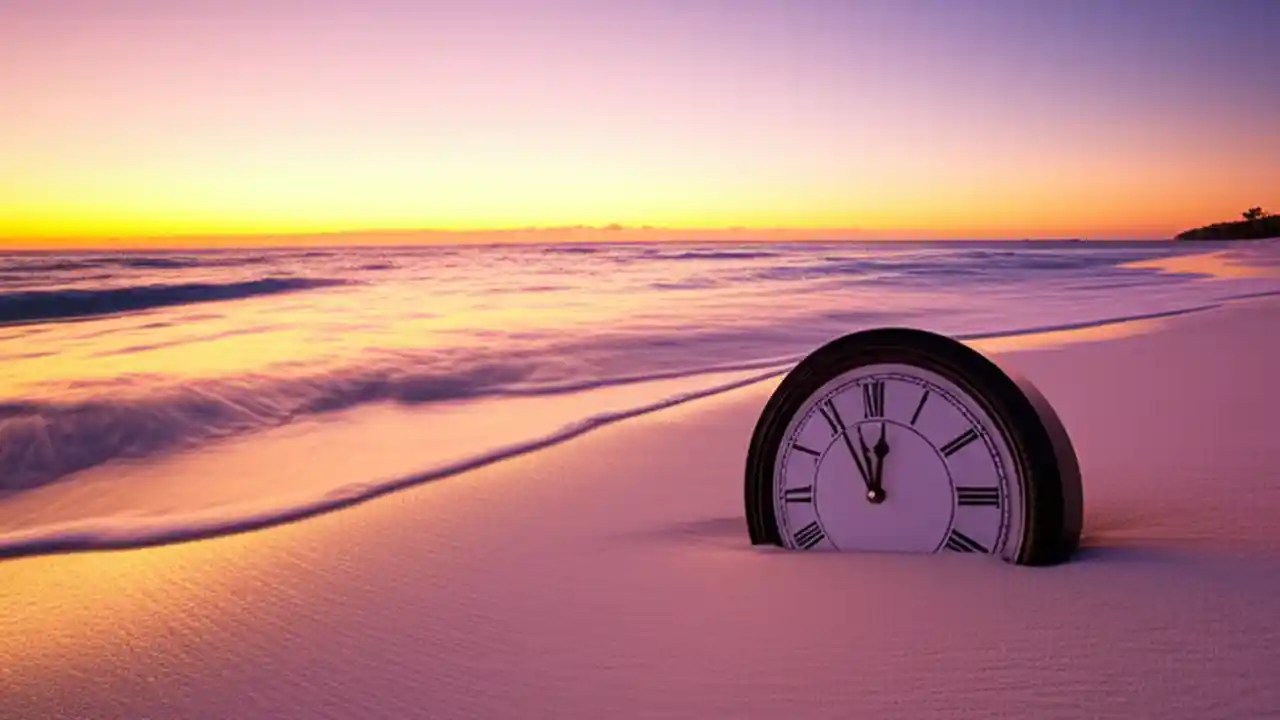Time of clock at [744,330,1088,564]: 11:55
